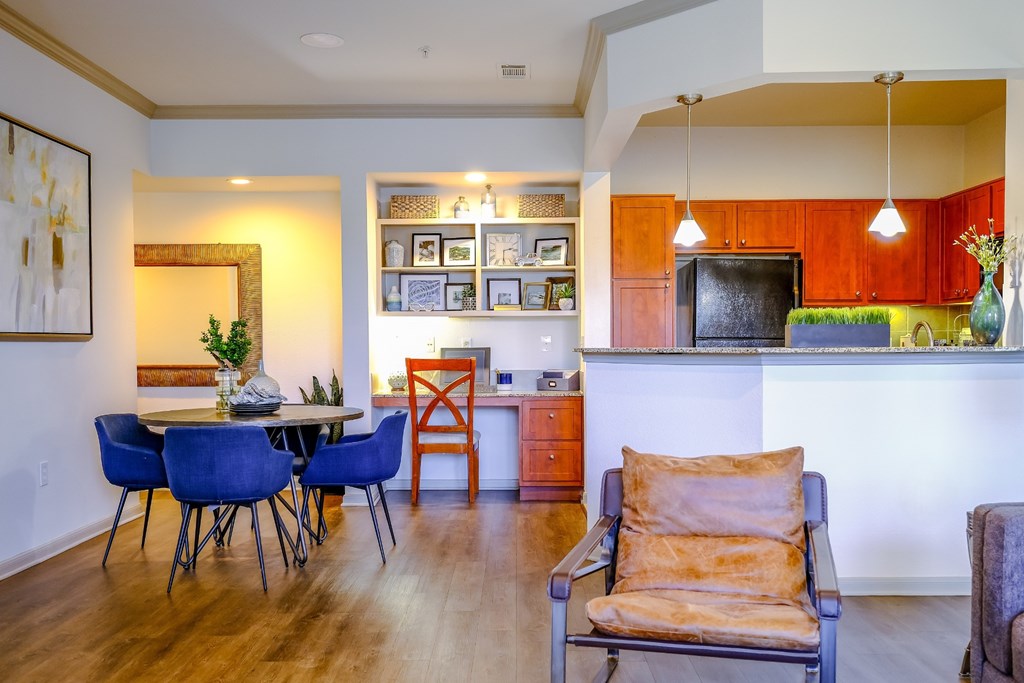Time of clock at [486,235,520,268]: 2:30
